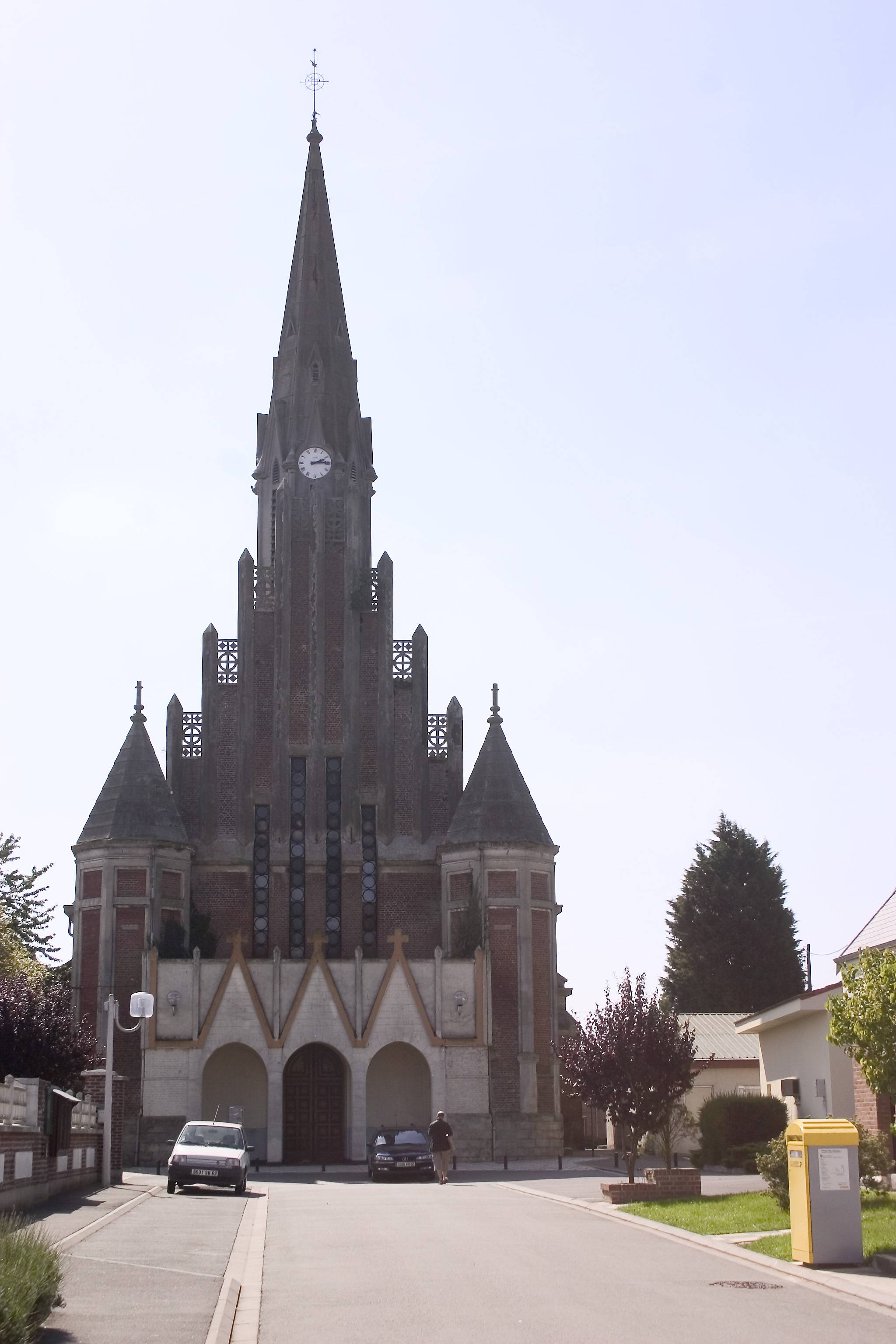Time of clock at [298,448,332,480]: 2:14
